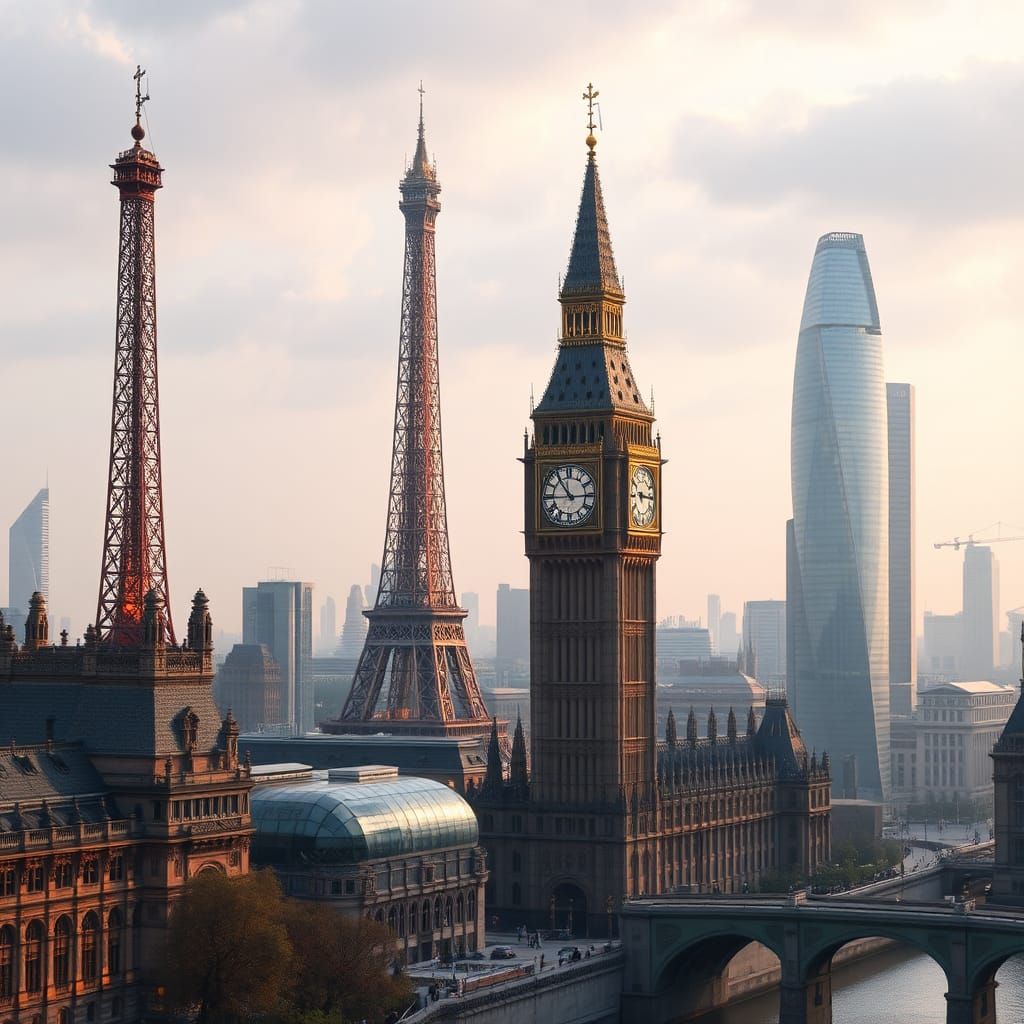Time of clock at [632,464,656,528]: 9:15
